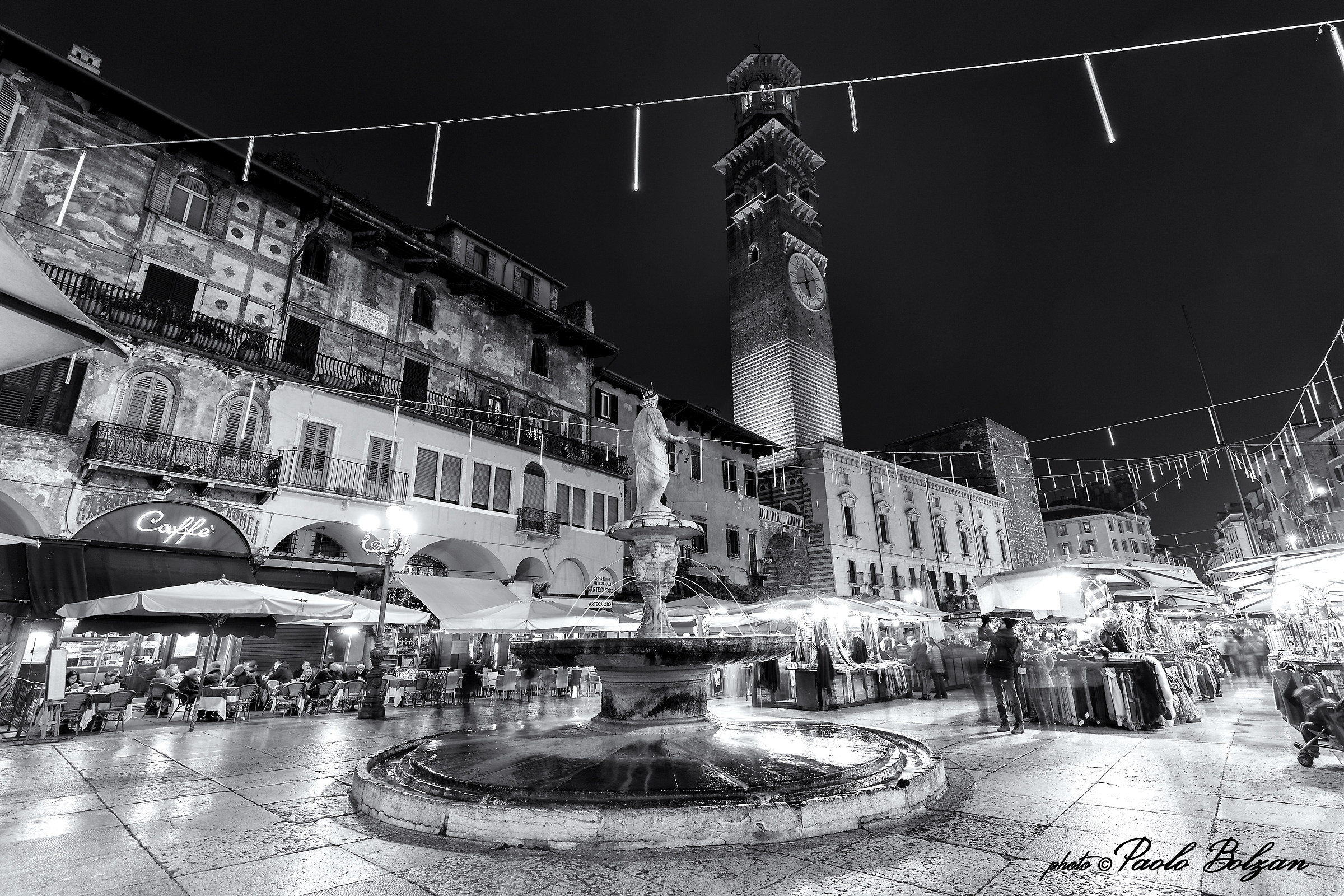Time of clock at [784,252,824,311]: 11:40
